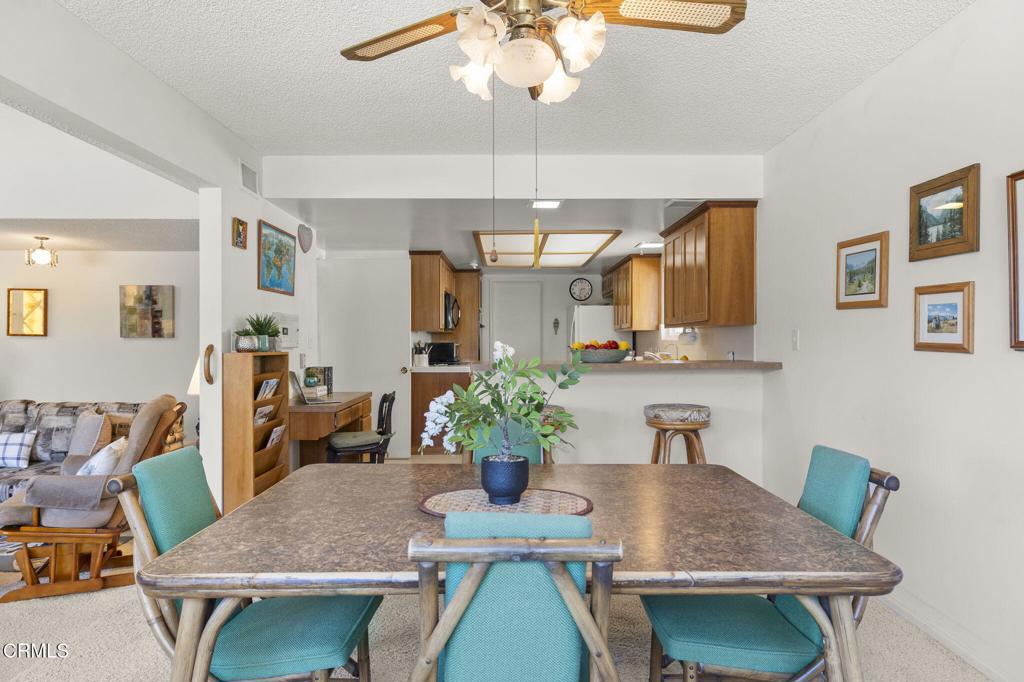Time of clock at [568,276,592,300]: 2:32
